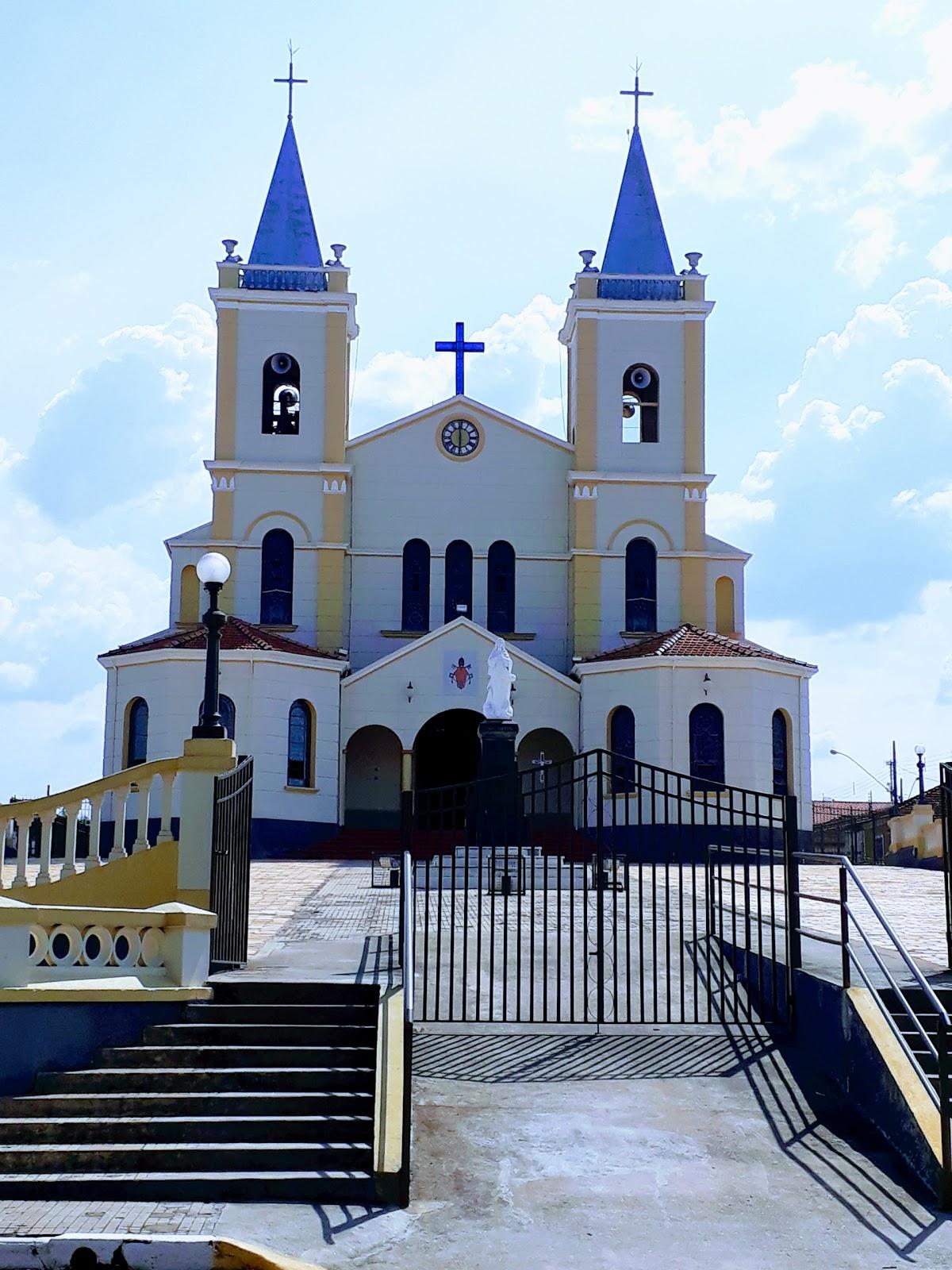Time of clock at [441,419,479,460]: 5:59
